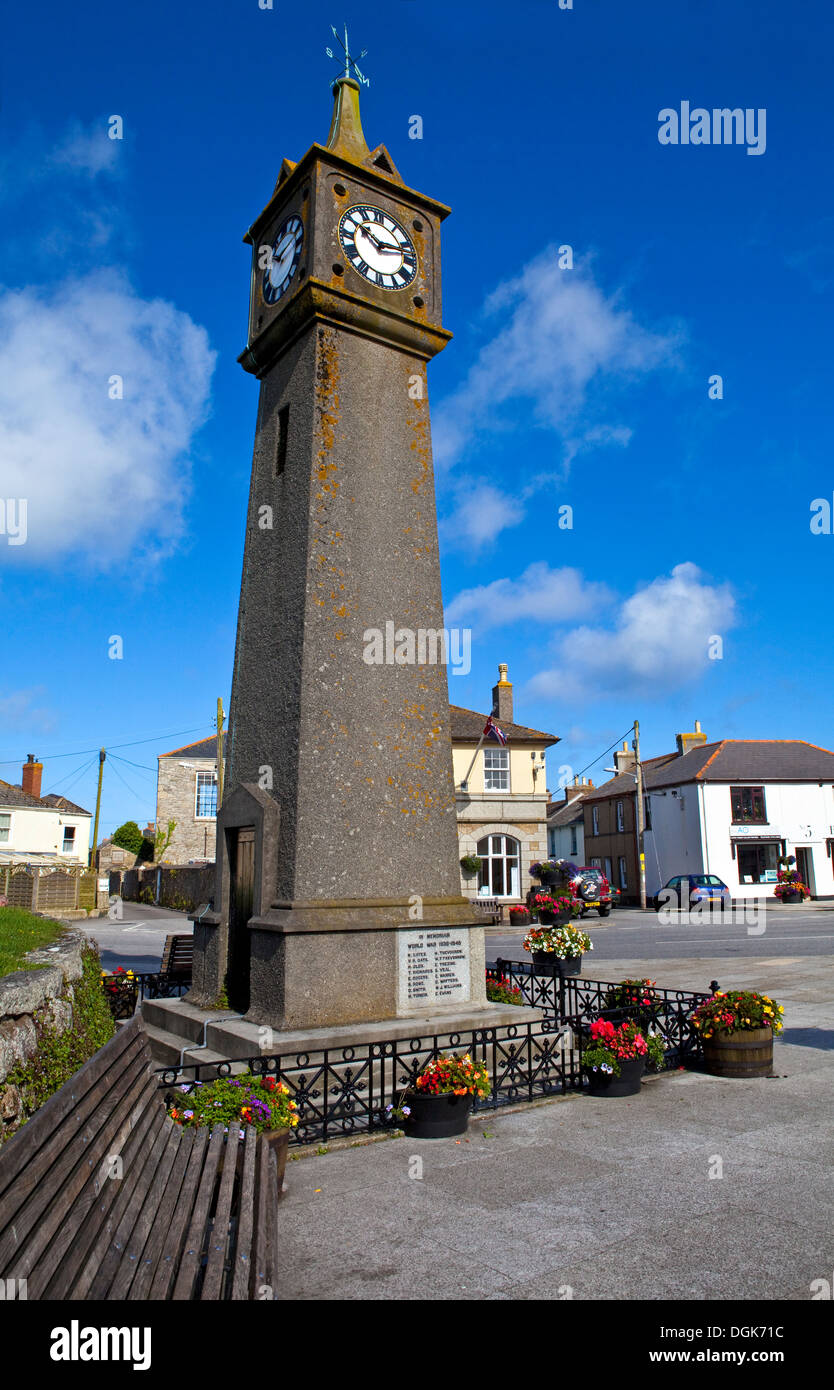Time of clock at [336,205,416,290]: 10:12
